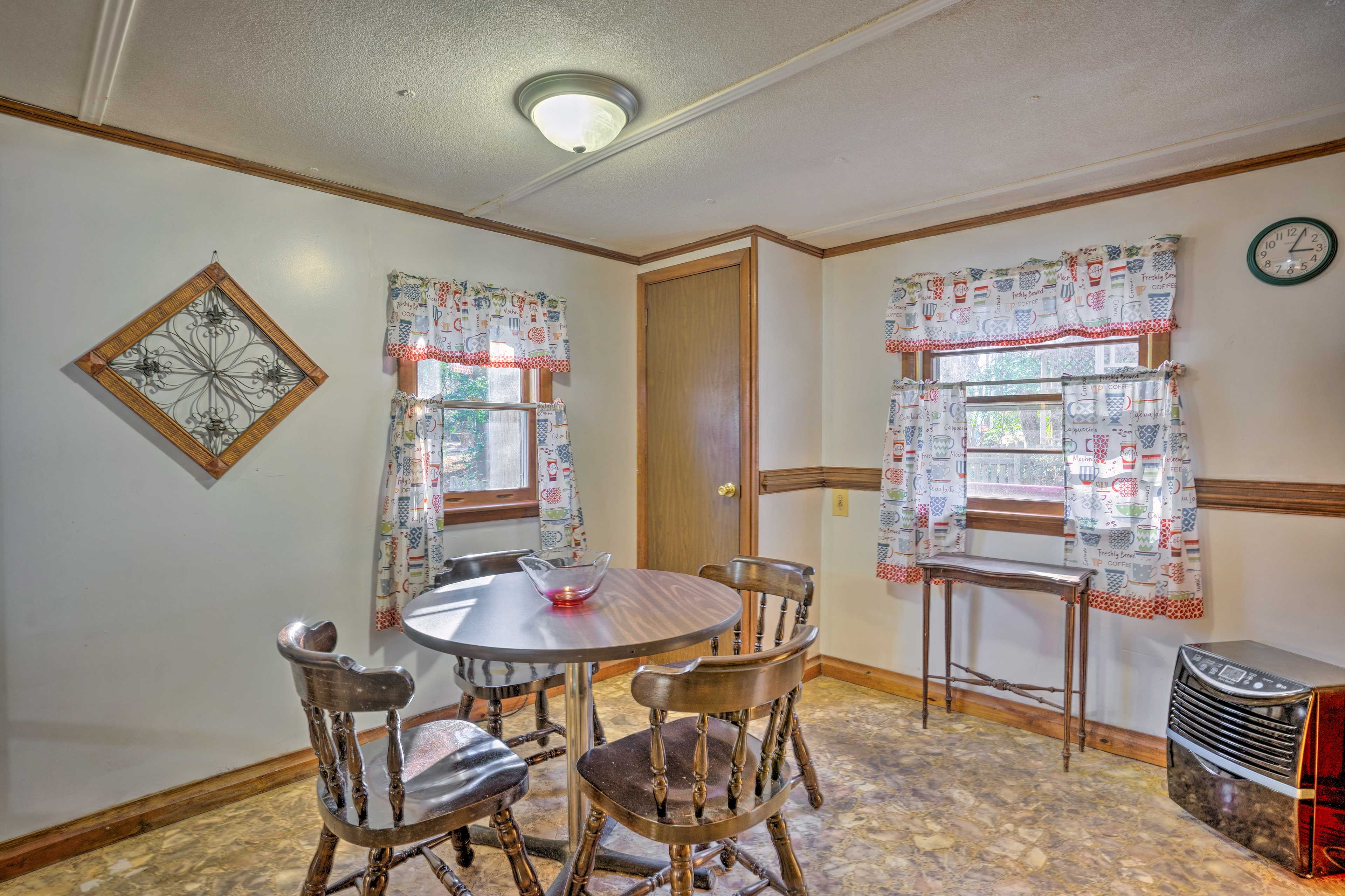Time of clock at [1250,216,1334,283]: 3:04
